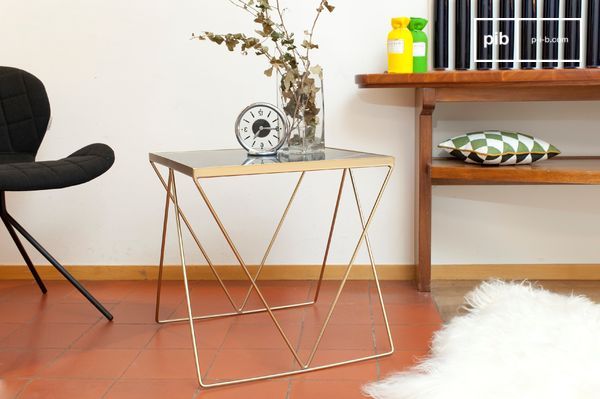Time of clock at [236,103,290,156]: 7:15
